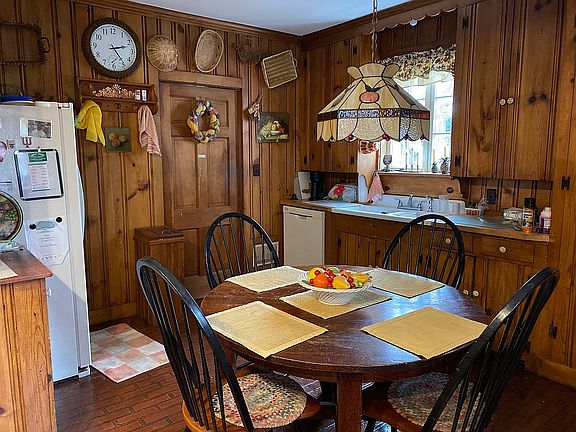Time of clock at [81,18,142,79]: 2:24
